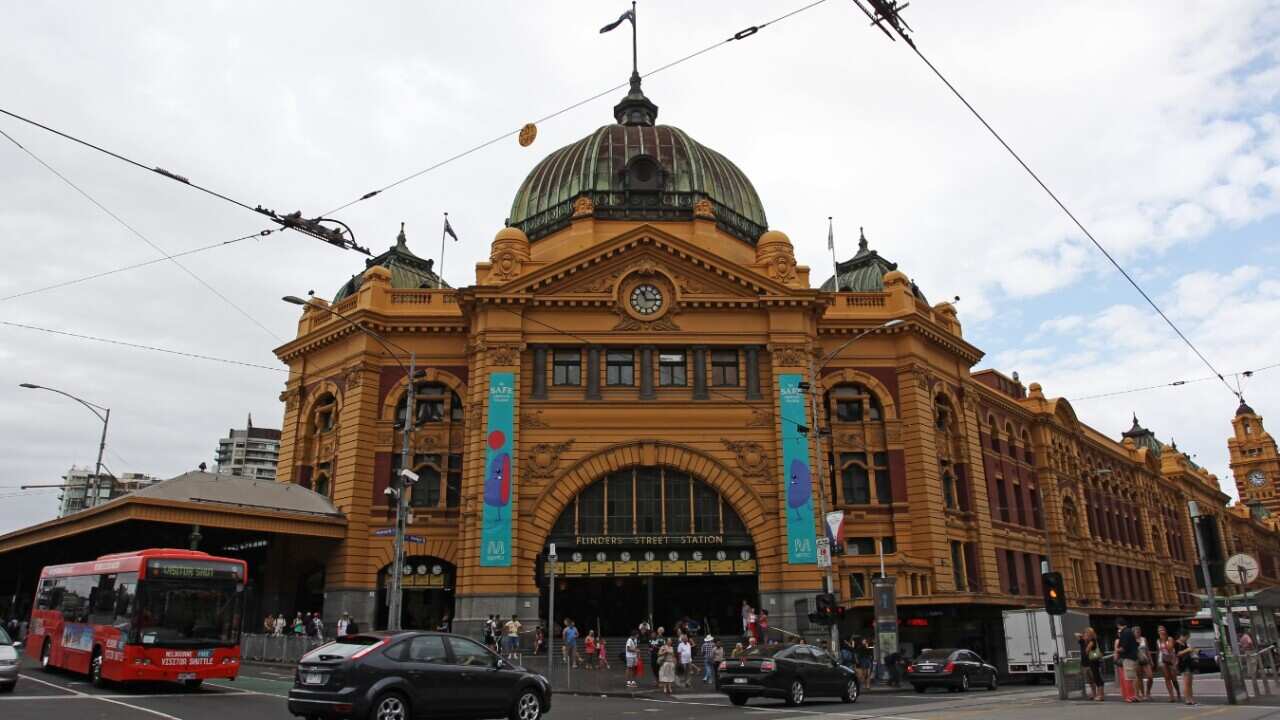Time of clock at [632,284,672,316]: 11:14
